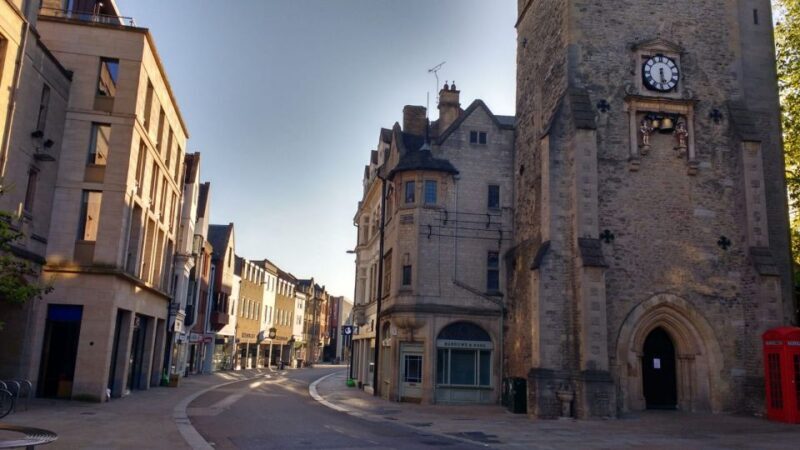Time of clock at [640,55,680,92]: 5:30
